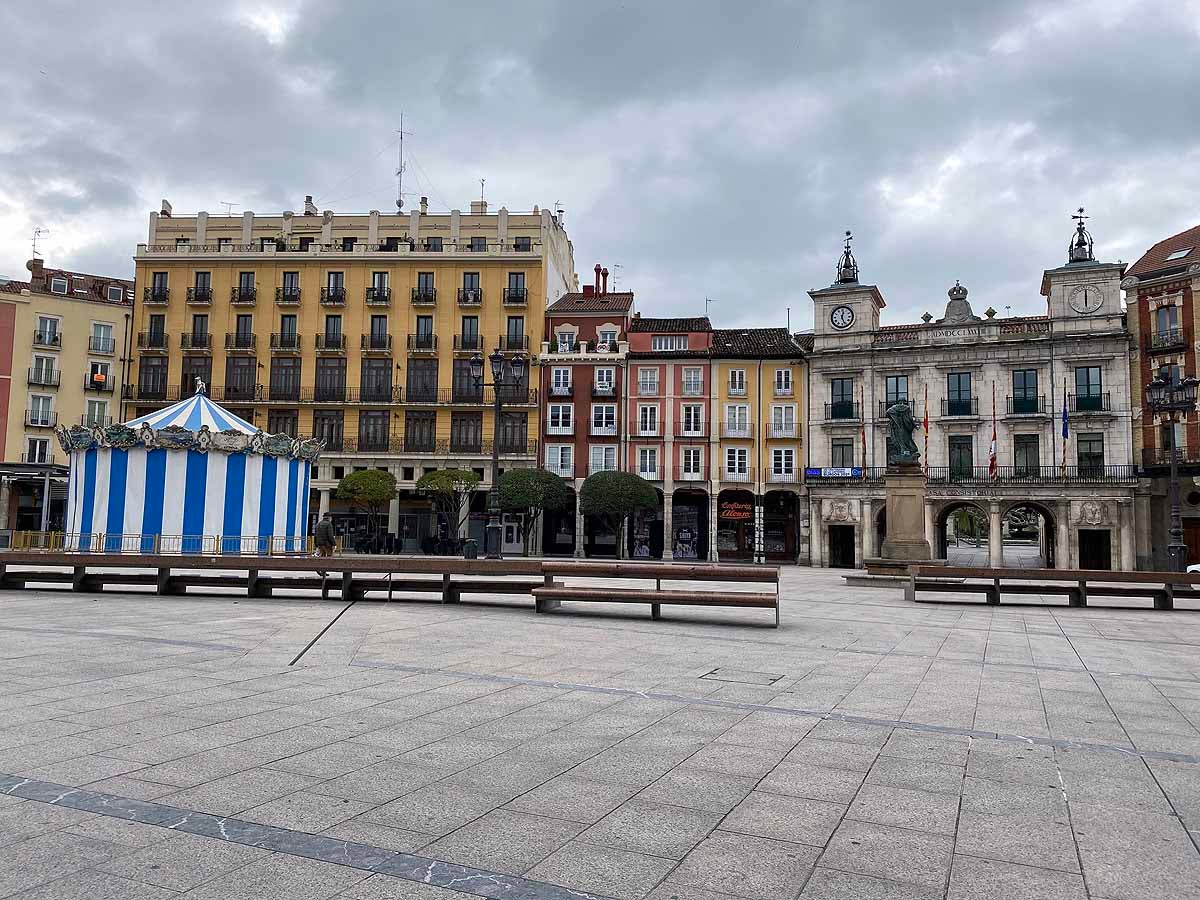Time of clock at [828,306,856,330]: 12:26
